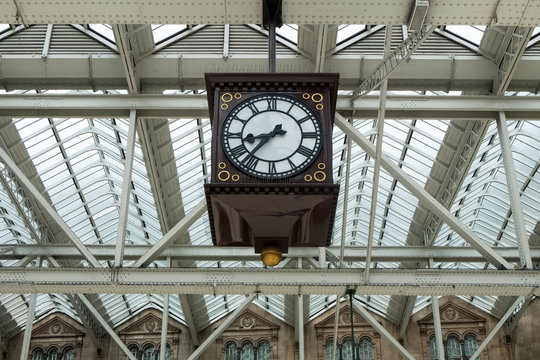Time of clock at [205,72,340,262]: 8:37
